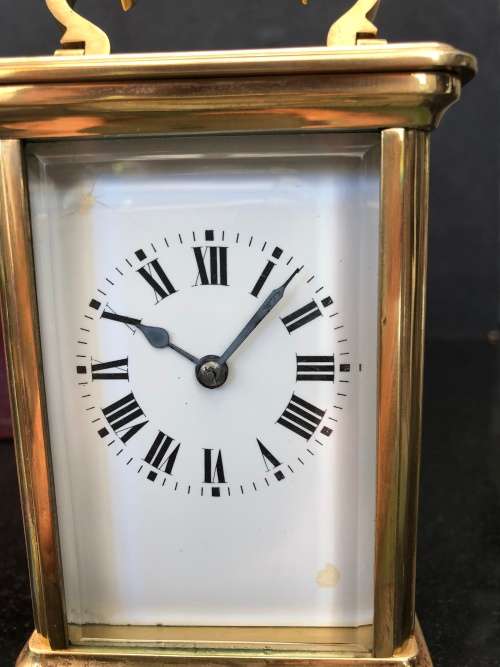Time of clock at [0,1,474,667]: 10:07
